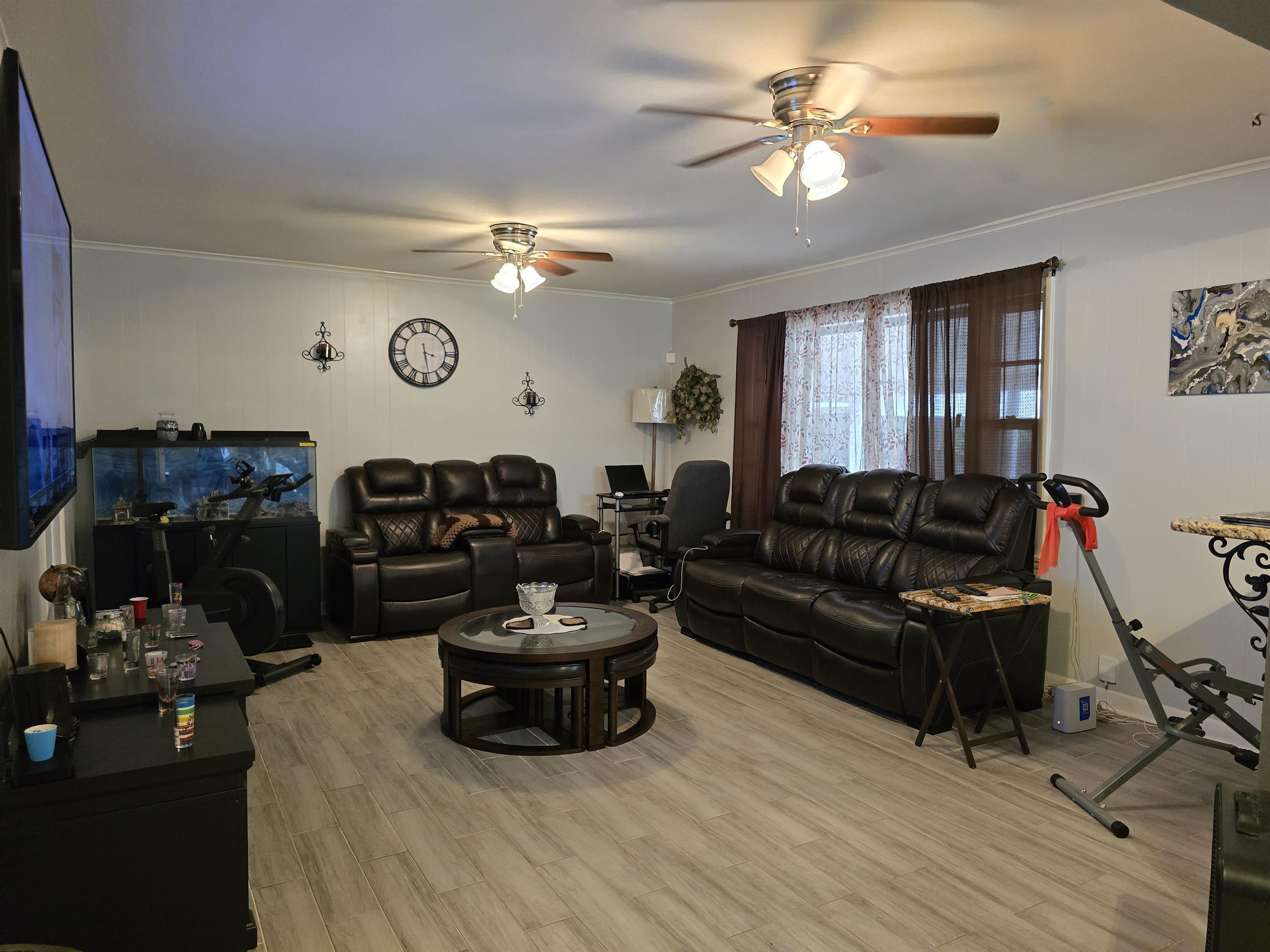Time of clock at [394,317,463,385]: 3:28
